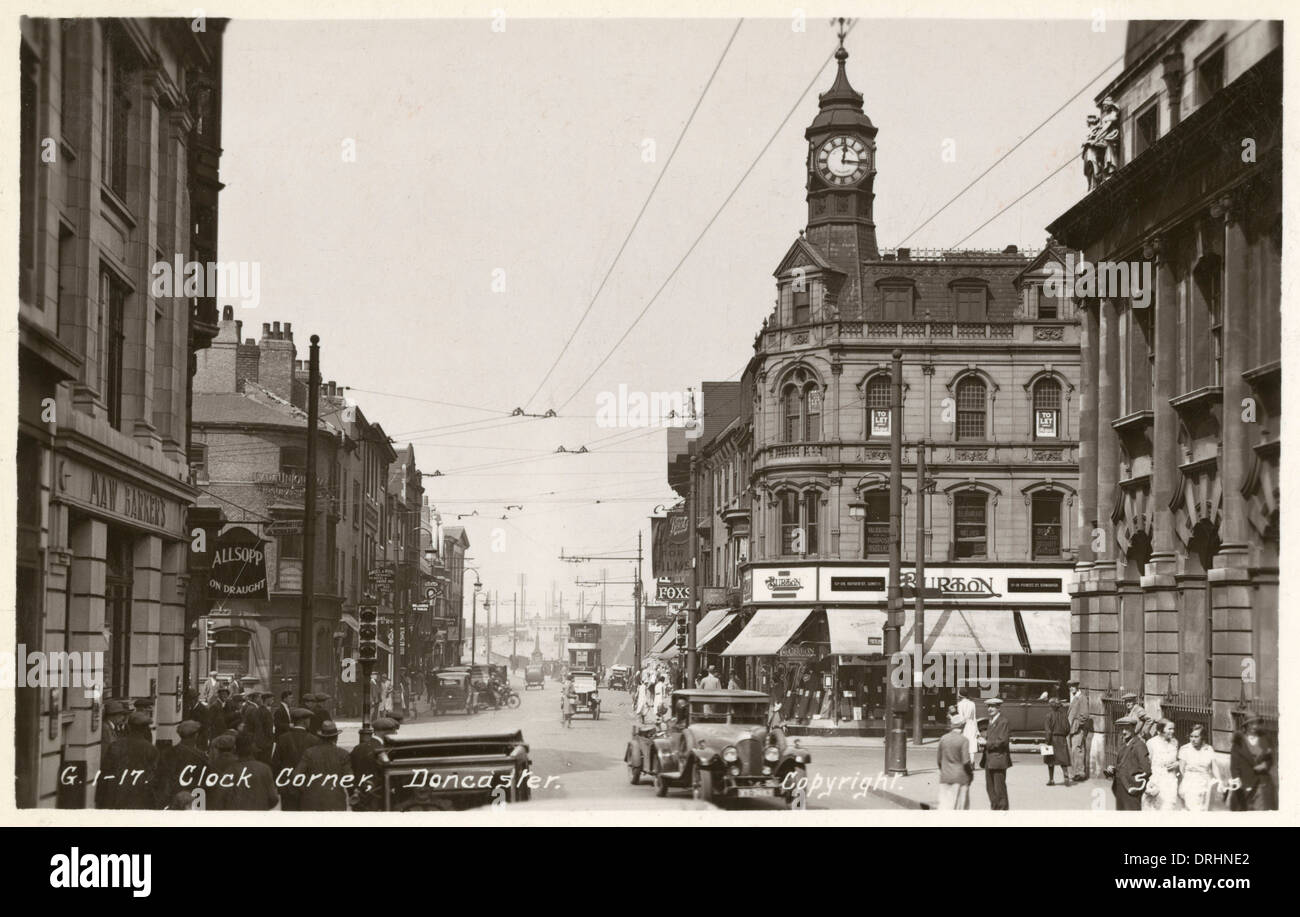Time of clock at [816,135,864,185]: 12:16
